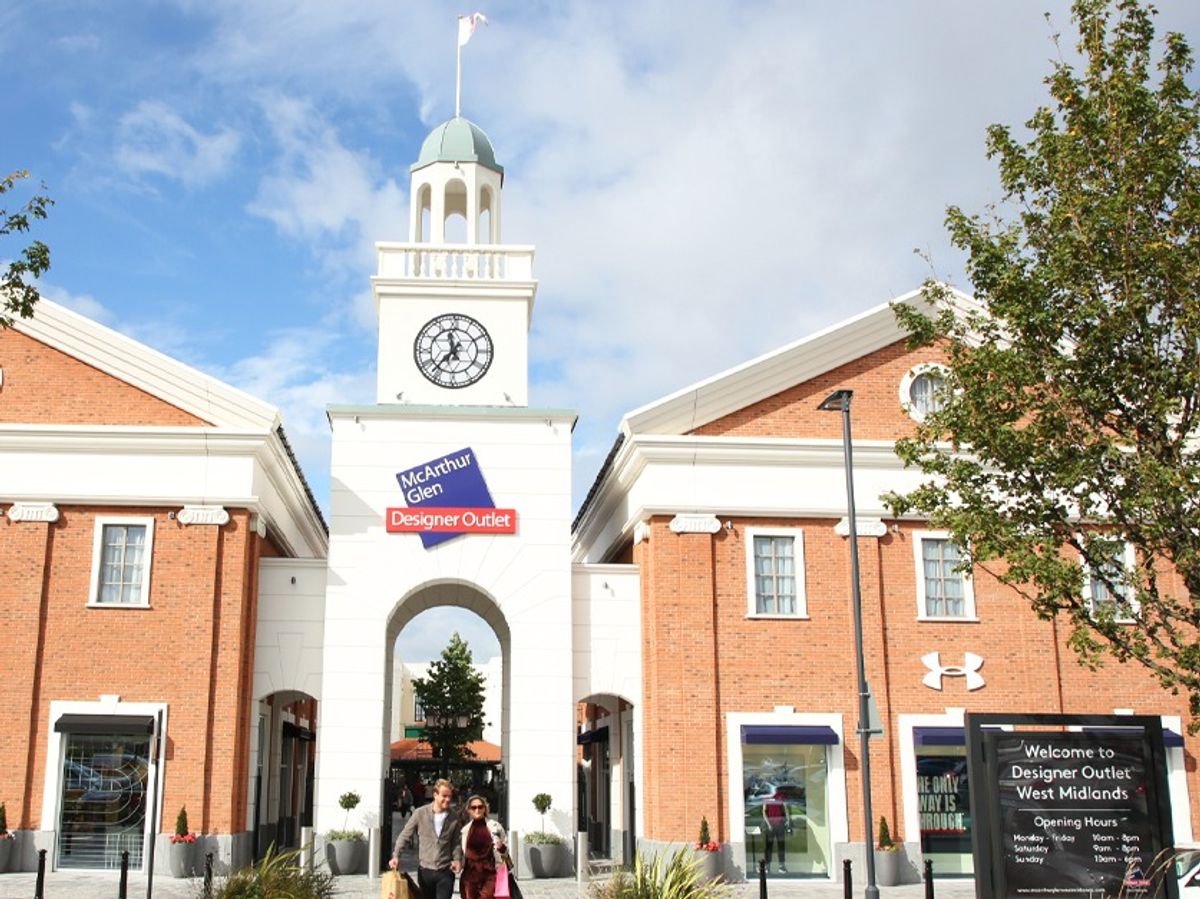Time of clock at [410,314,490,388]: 11:36
